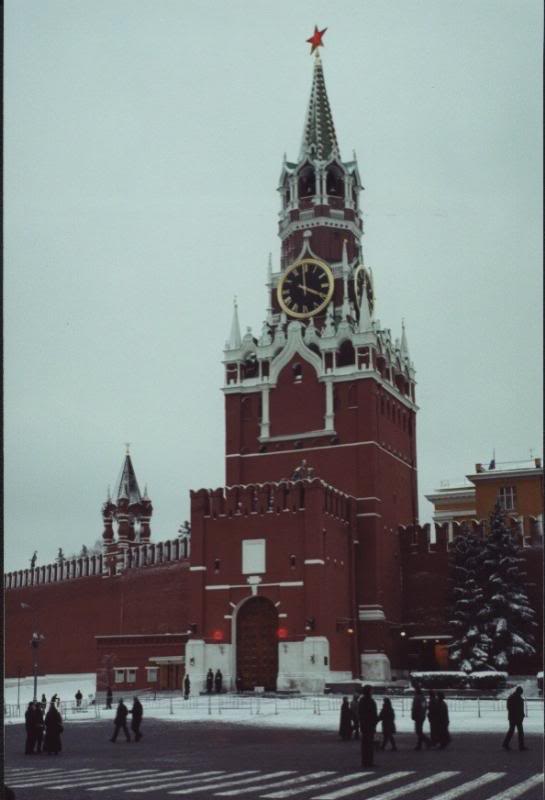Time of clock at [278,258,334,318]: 3:59
